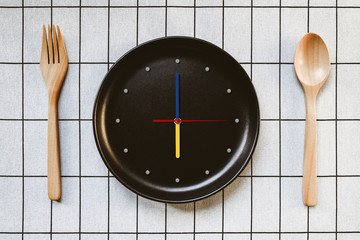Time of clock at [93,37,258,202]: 5:59
